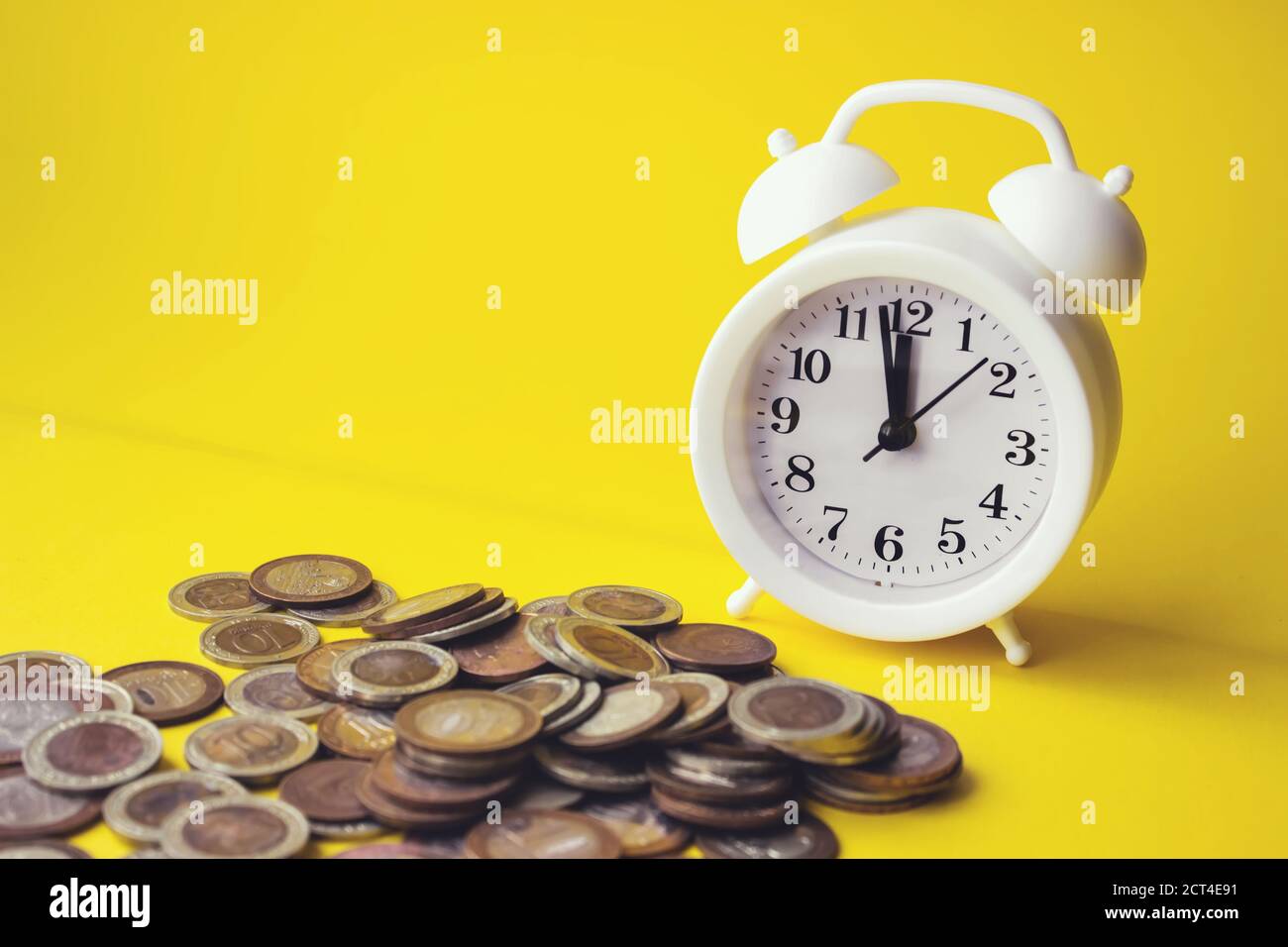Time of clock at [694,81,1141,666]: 11:58
